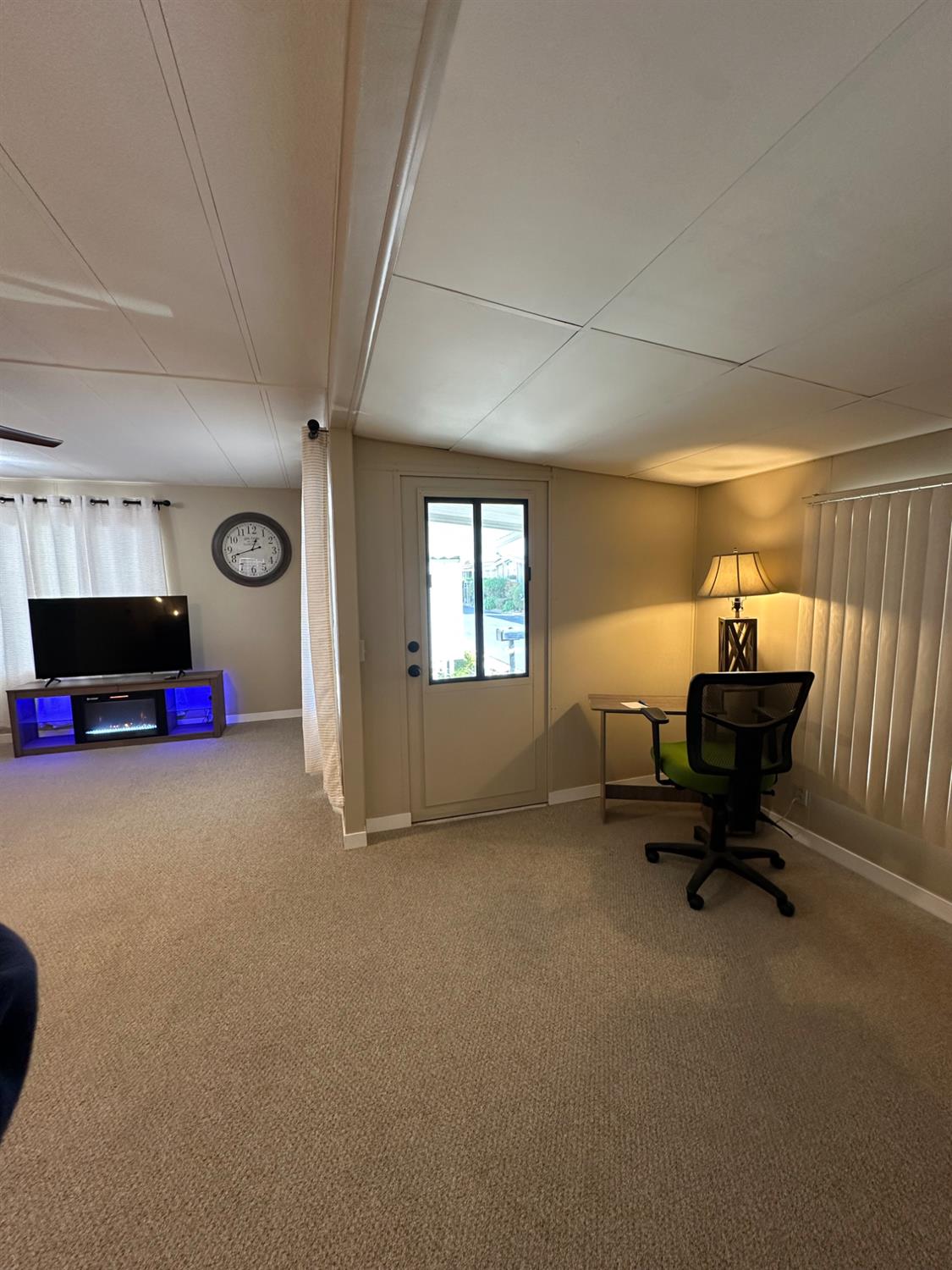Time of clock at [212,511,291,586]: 12:41
